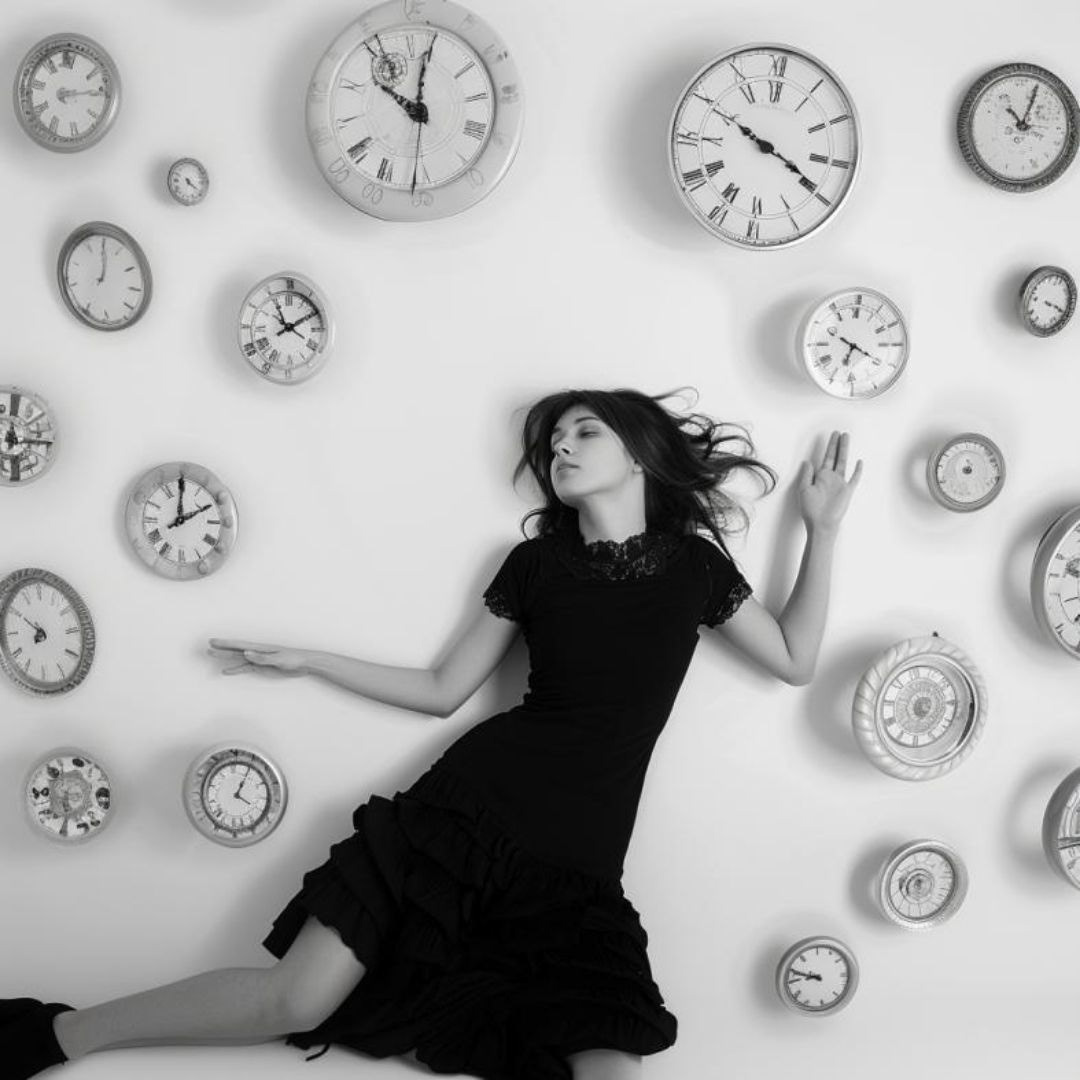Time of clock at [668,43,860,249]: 3:49
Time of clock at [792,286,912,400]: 6:49
